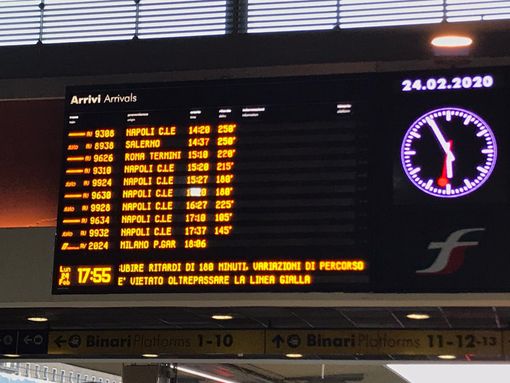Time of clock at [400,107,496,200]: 5:55
